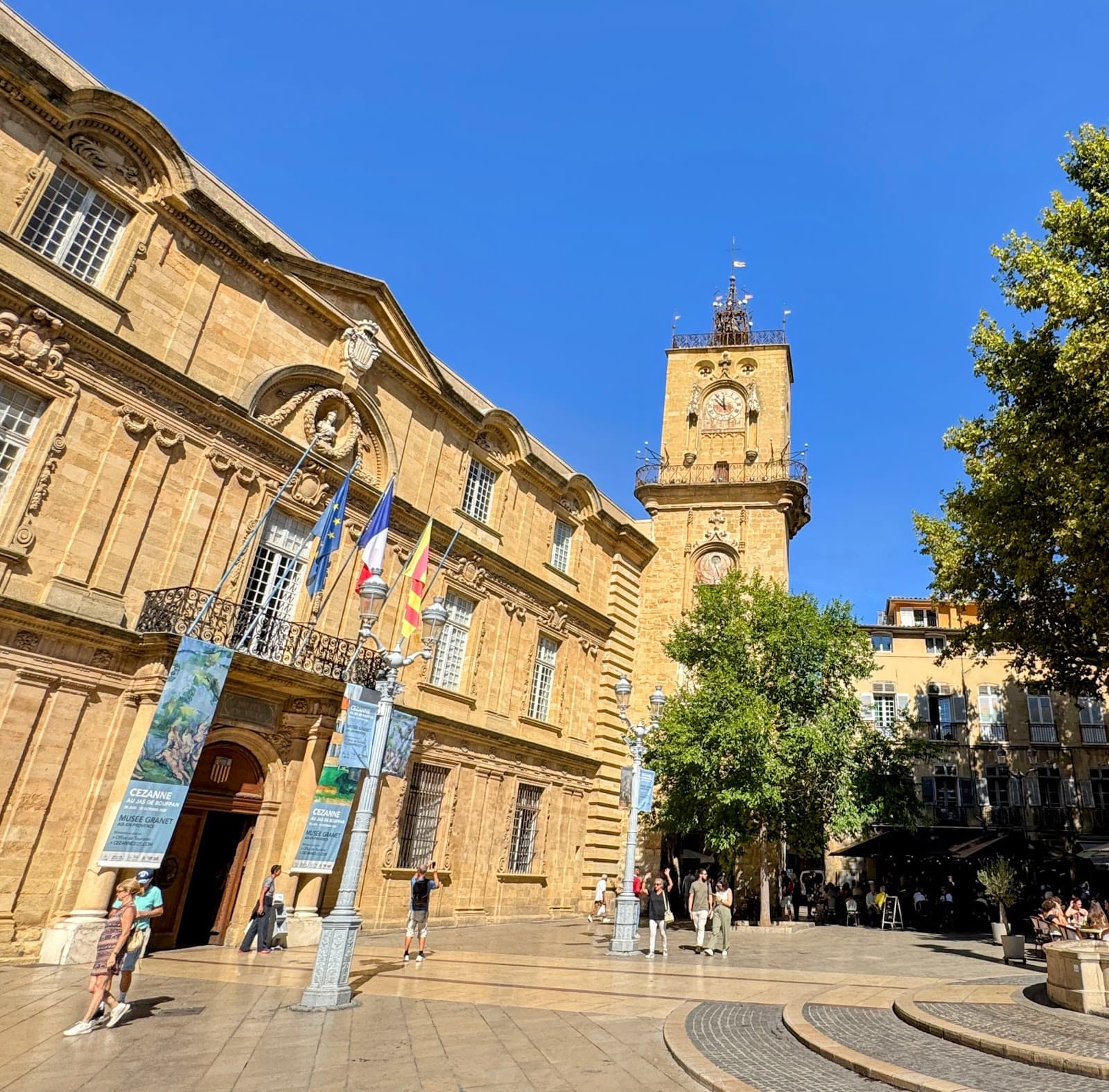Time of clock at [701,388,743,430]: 11:52
